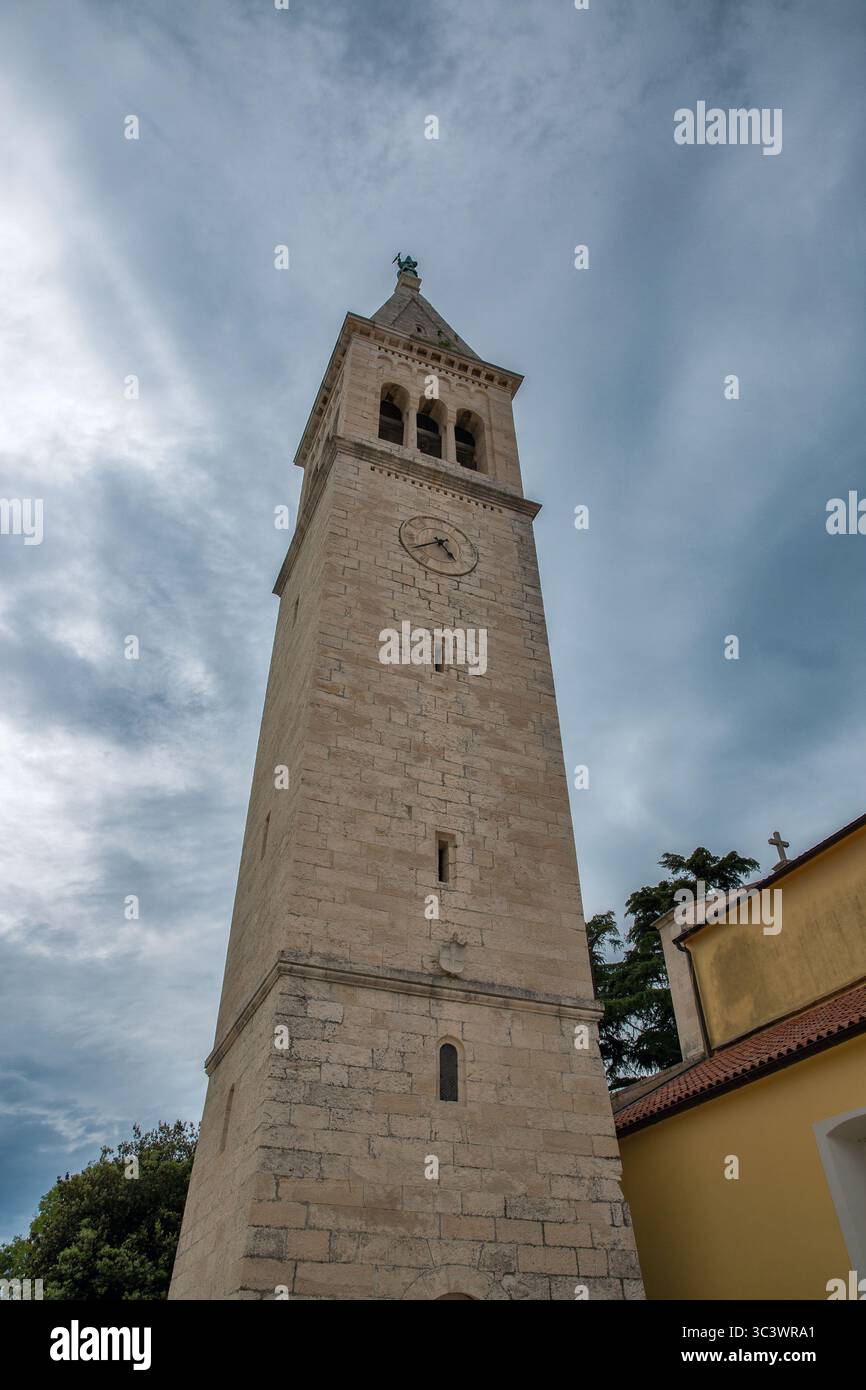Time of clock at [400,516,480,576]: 4:39
